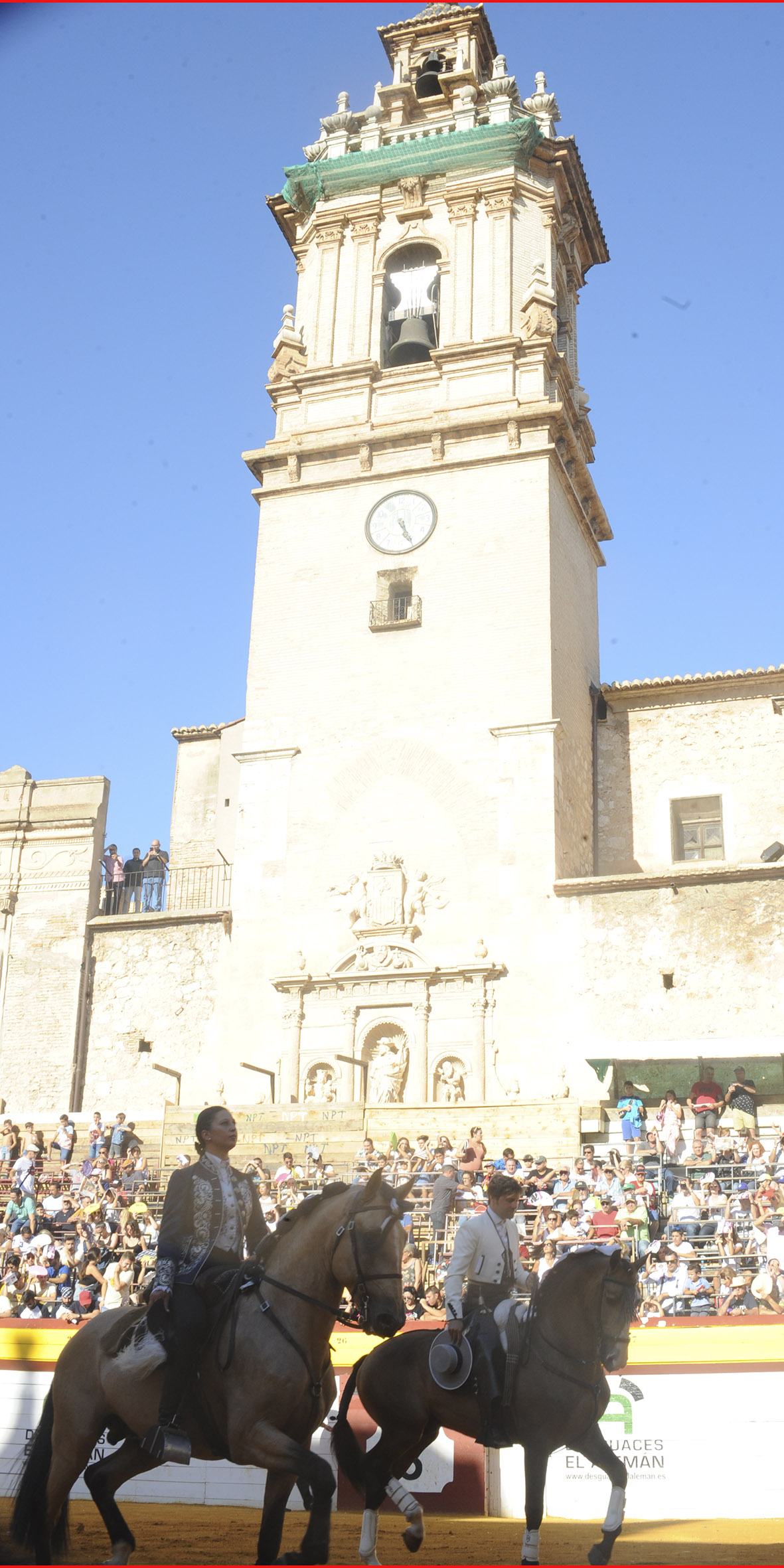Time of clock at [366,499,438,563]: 5:26
